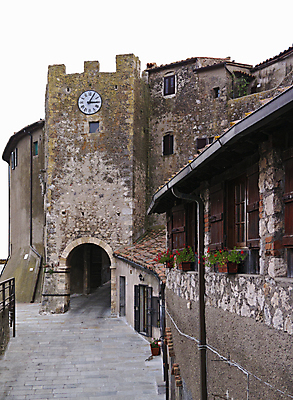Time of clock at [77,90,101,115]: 3:05
